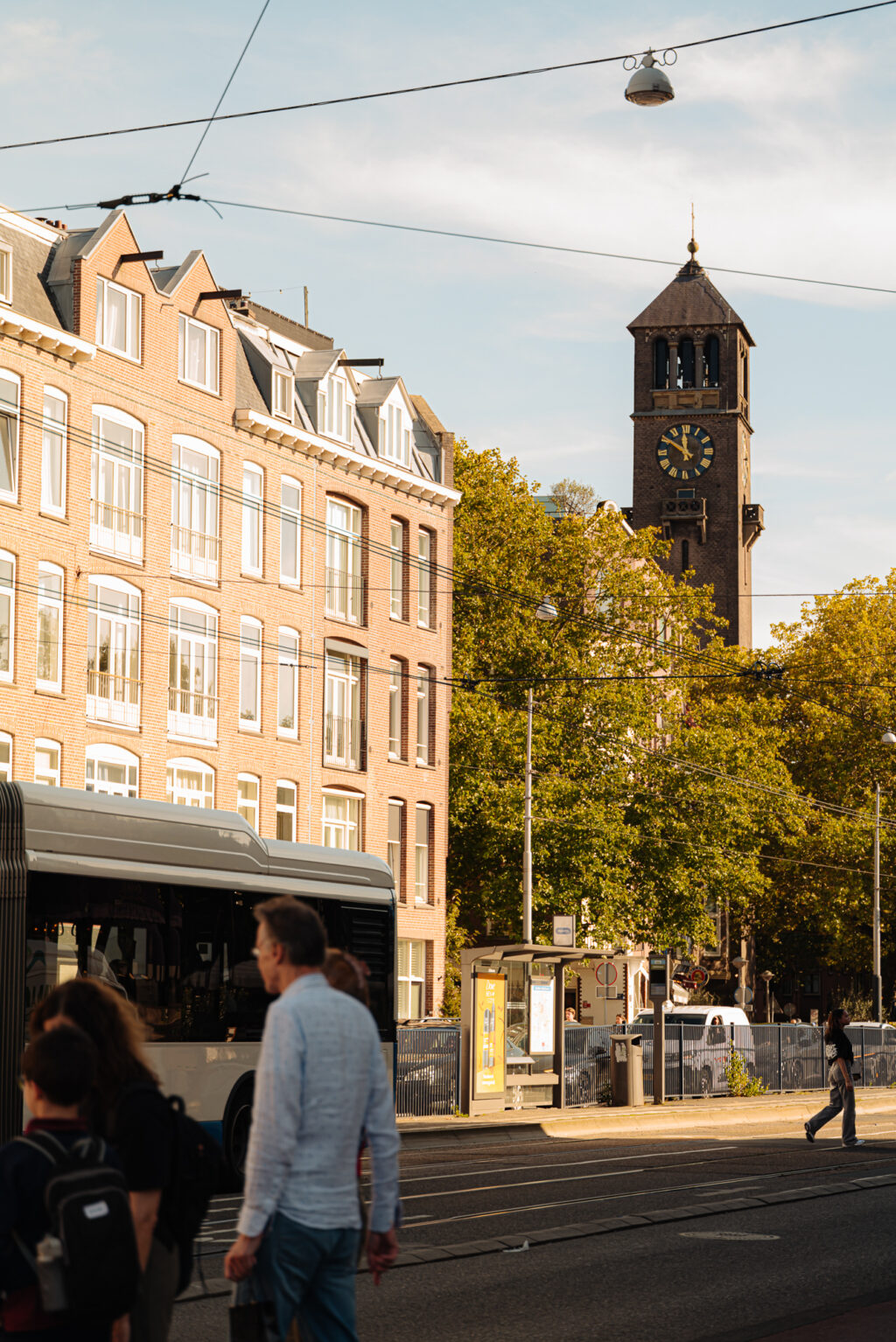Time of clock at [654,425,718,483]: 11:50
